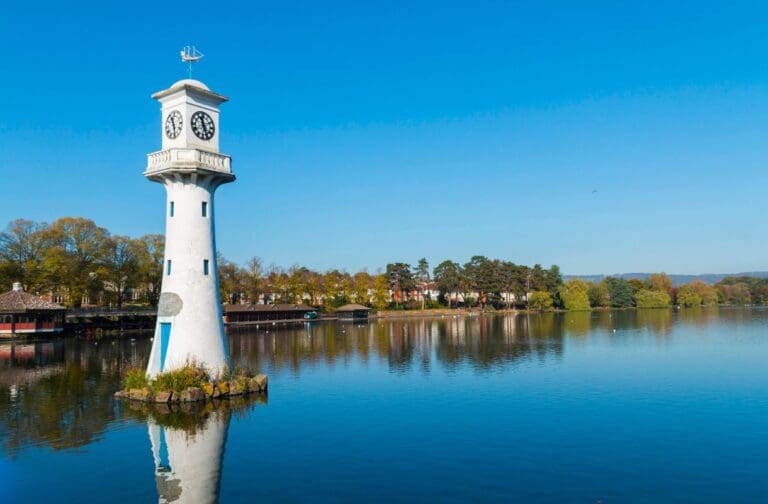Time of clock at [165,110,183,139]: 11:28
